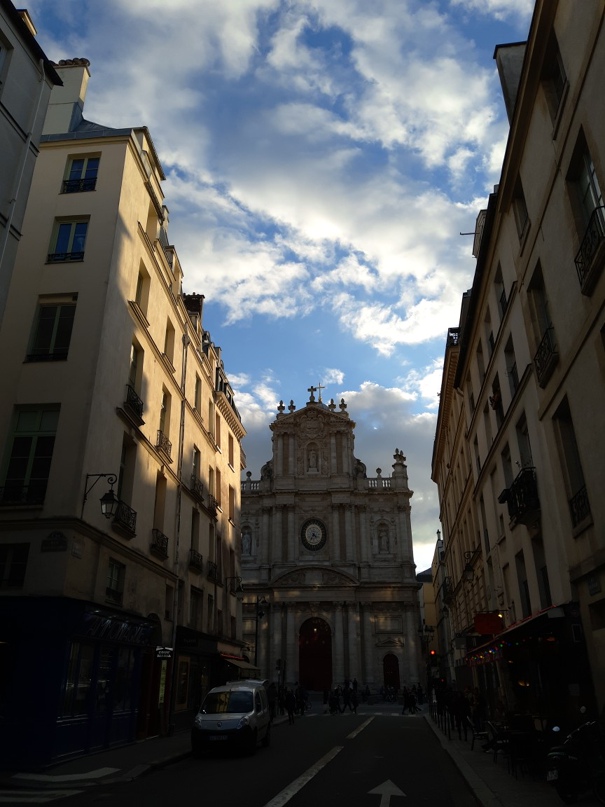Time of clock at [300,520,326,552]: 4:35
